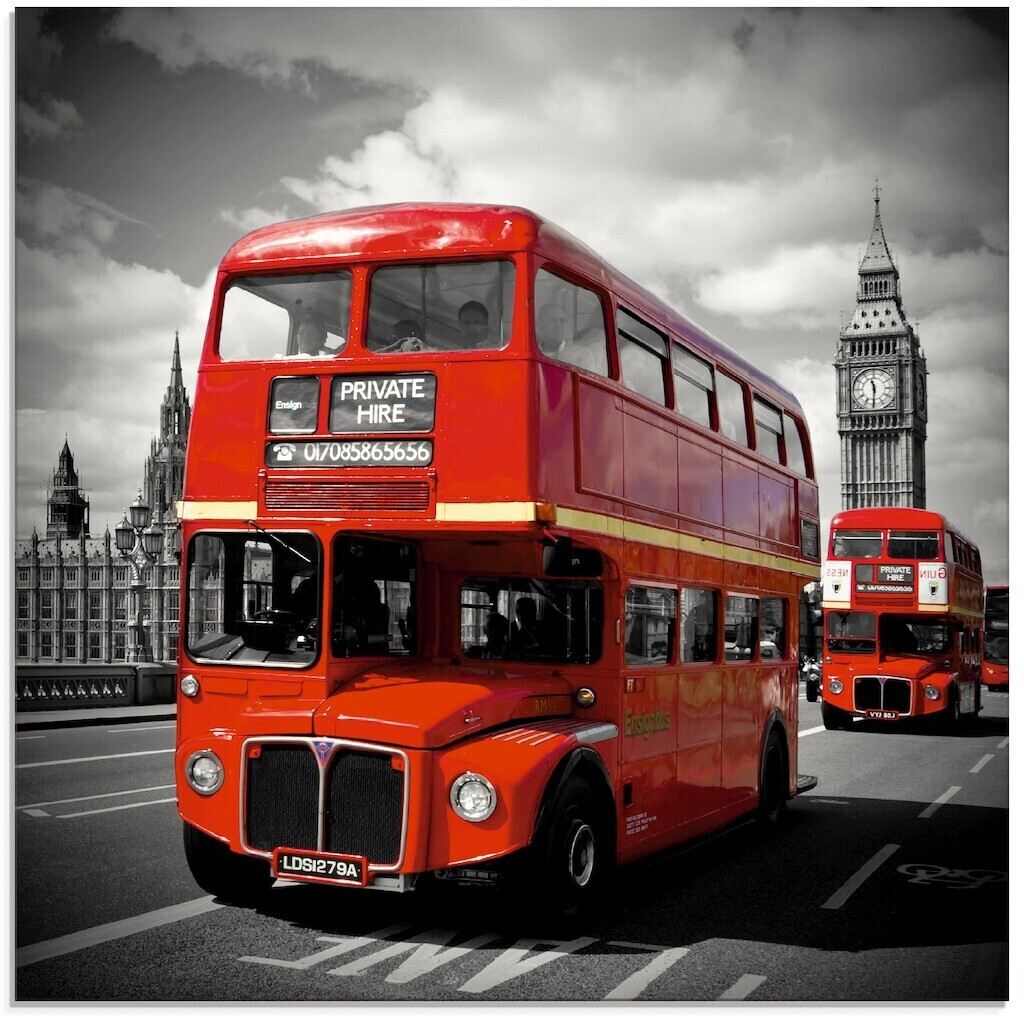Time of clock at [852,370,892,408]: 11:30
